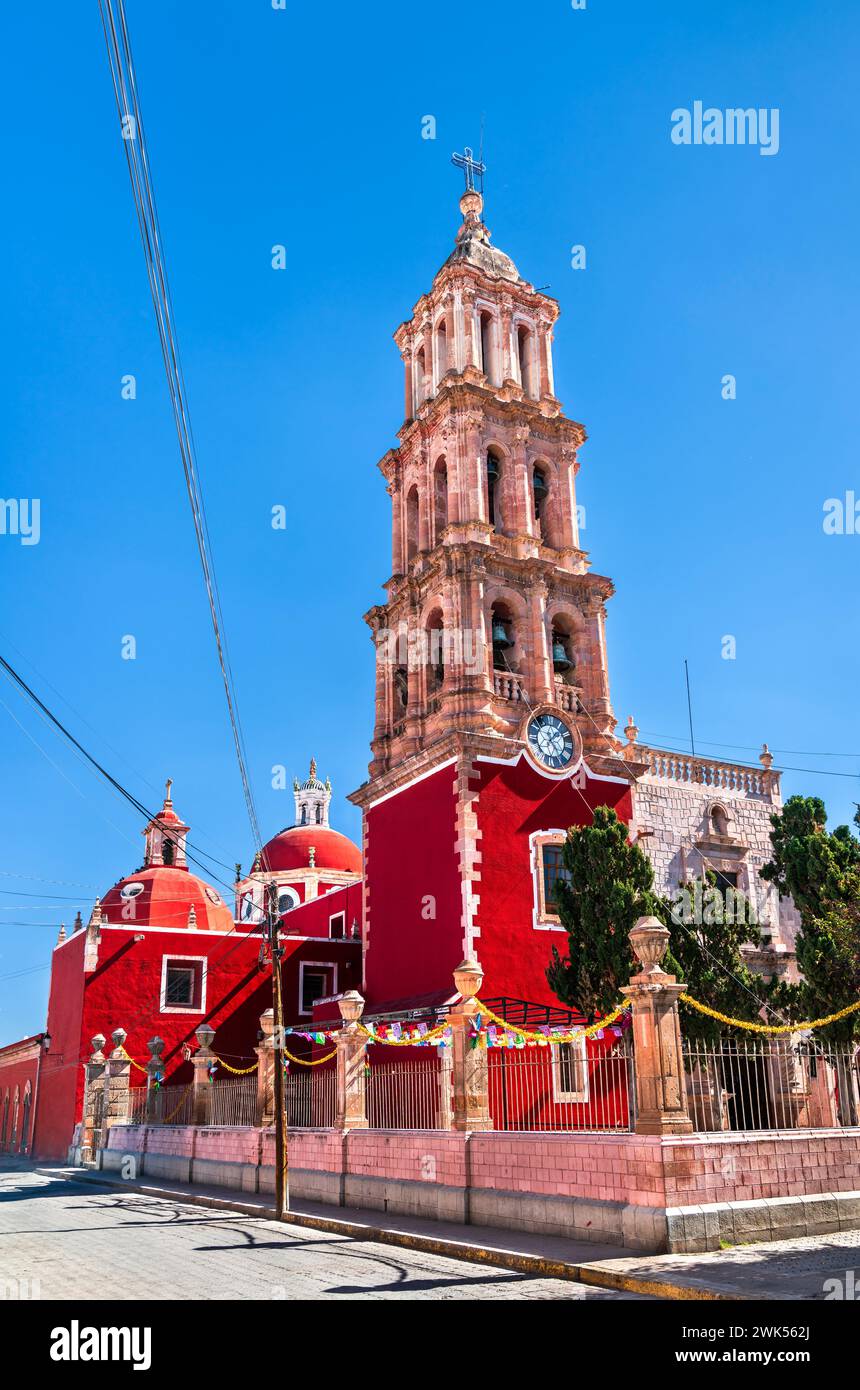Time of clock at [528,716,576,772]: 1:24
